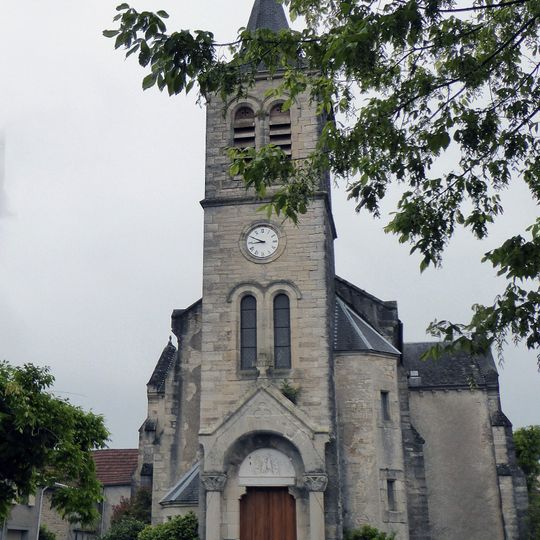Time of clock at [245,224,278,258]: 8:49
